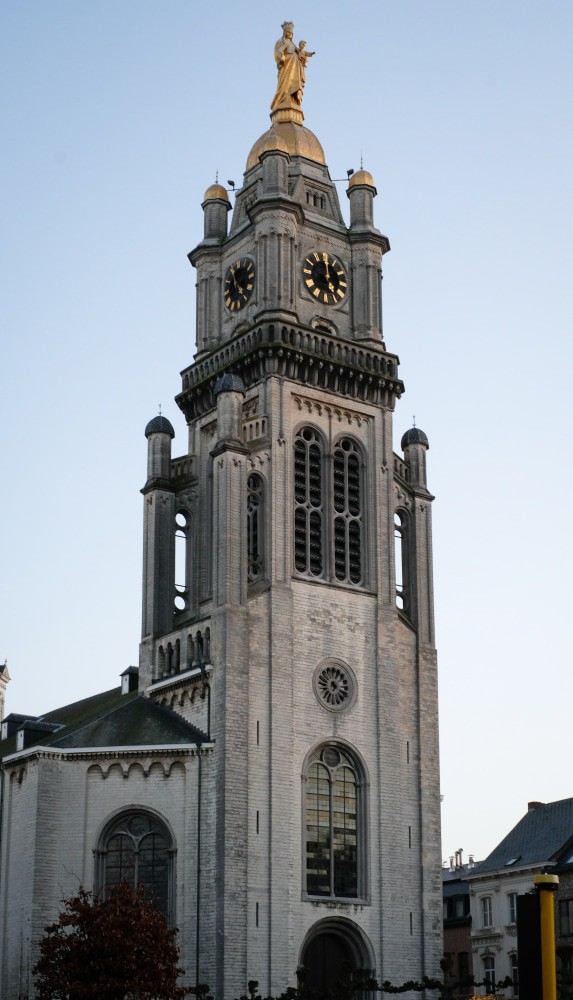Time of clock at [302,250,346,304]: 5:00
